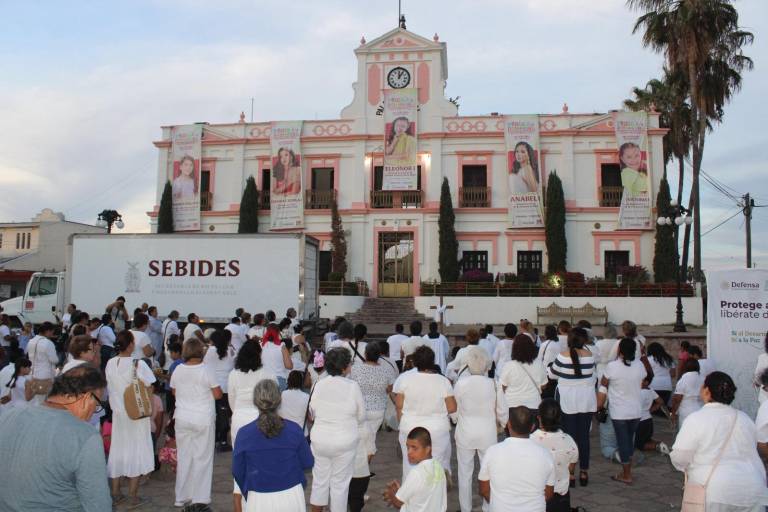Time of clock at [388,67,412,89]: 12:05
